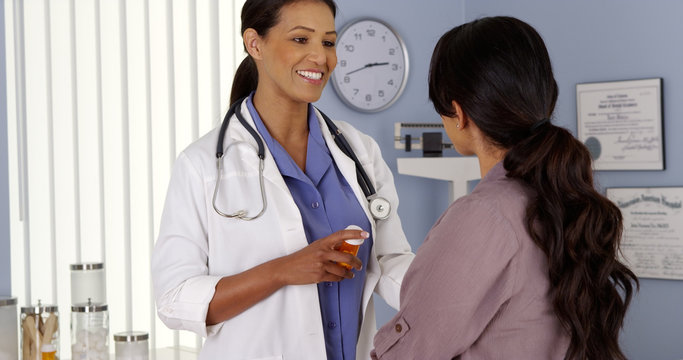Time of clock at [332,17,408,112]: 2:41
